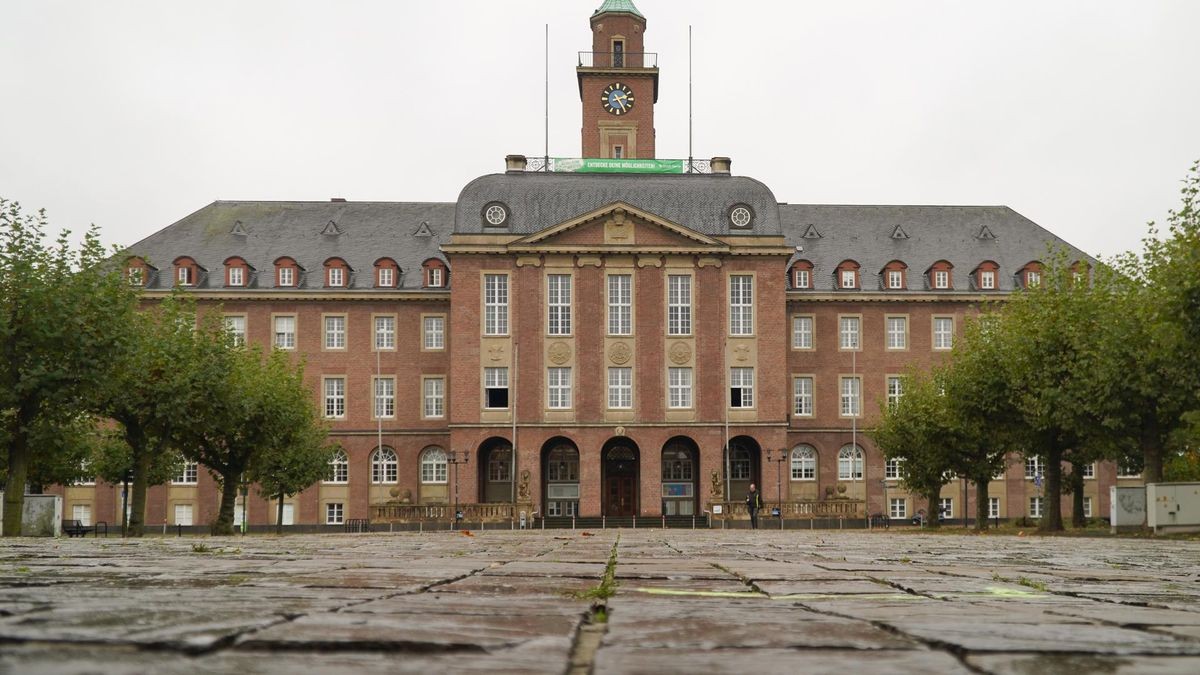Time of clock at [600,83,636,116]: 2:24
